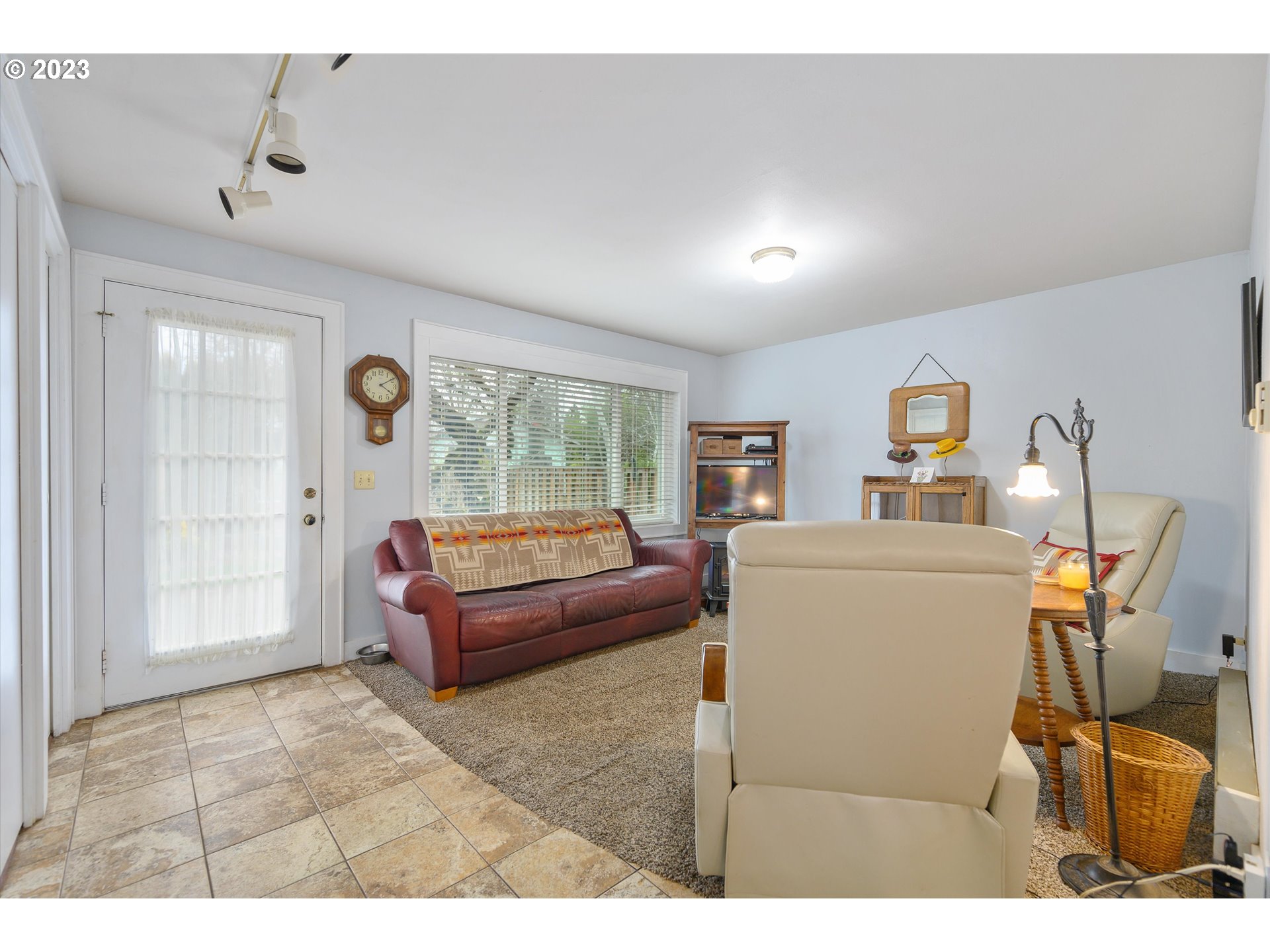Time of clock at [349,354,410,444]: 4:10
